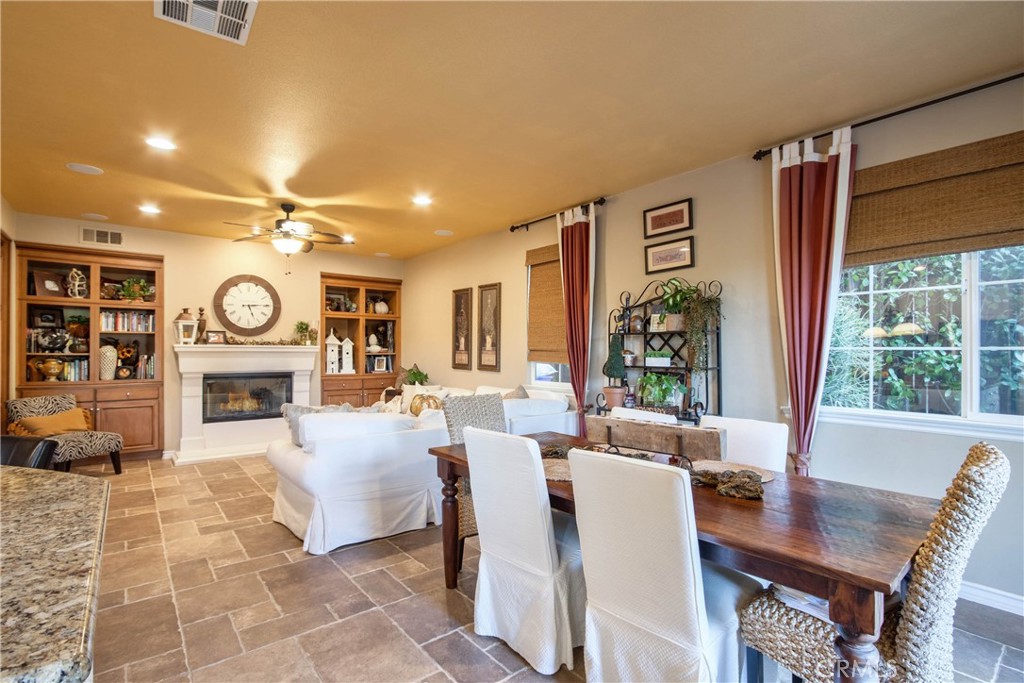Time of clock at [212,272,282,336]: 5:14
